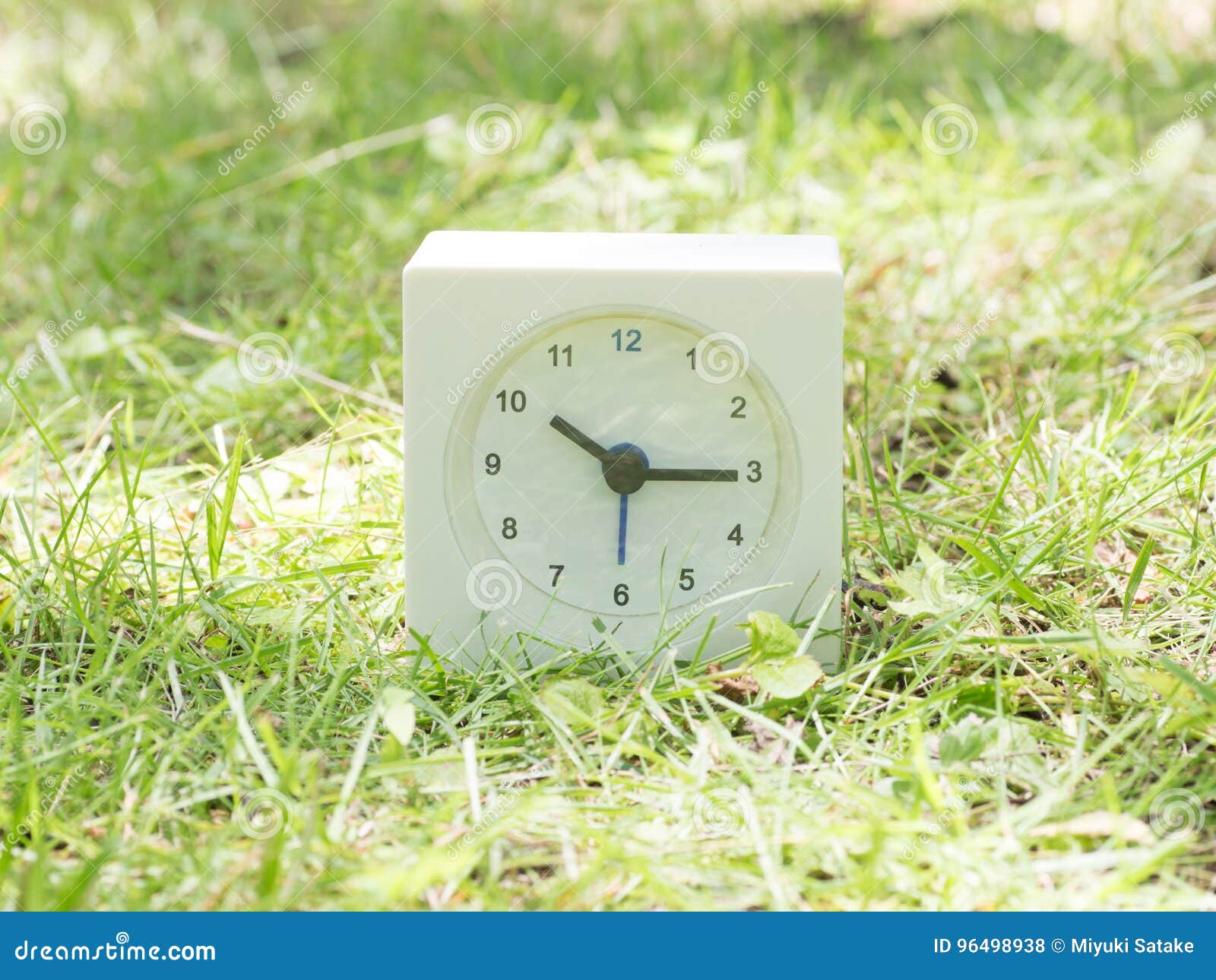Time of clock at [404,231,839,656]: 10:15
